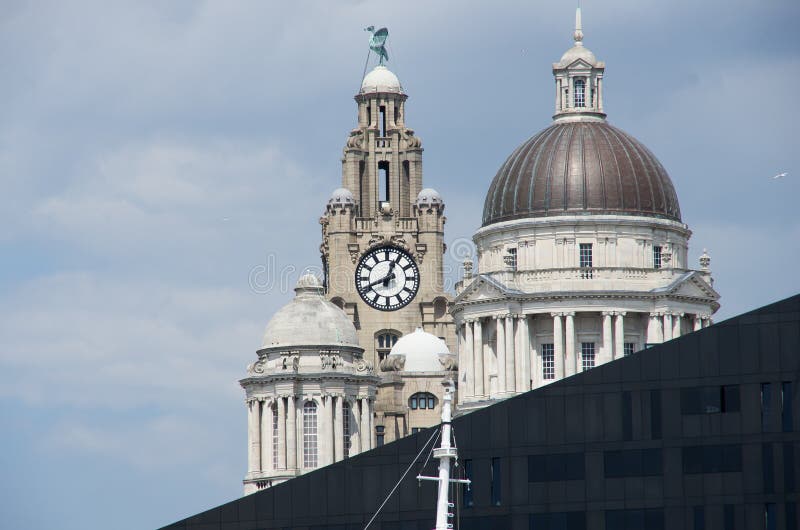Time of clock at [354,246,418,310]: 12:41
